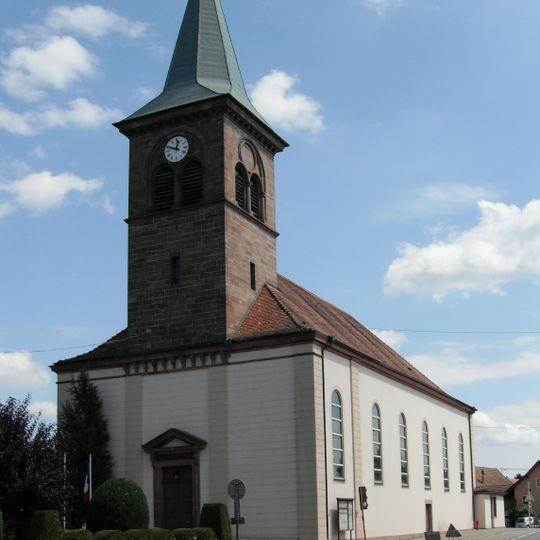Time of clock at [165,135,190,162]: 12:48
